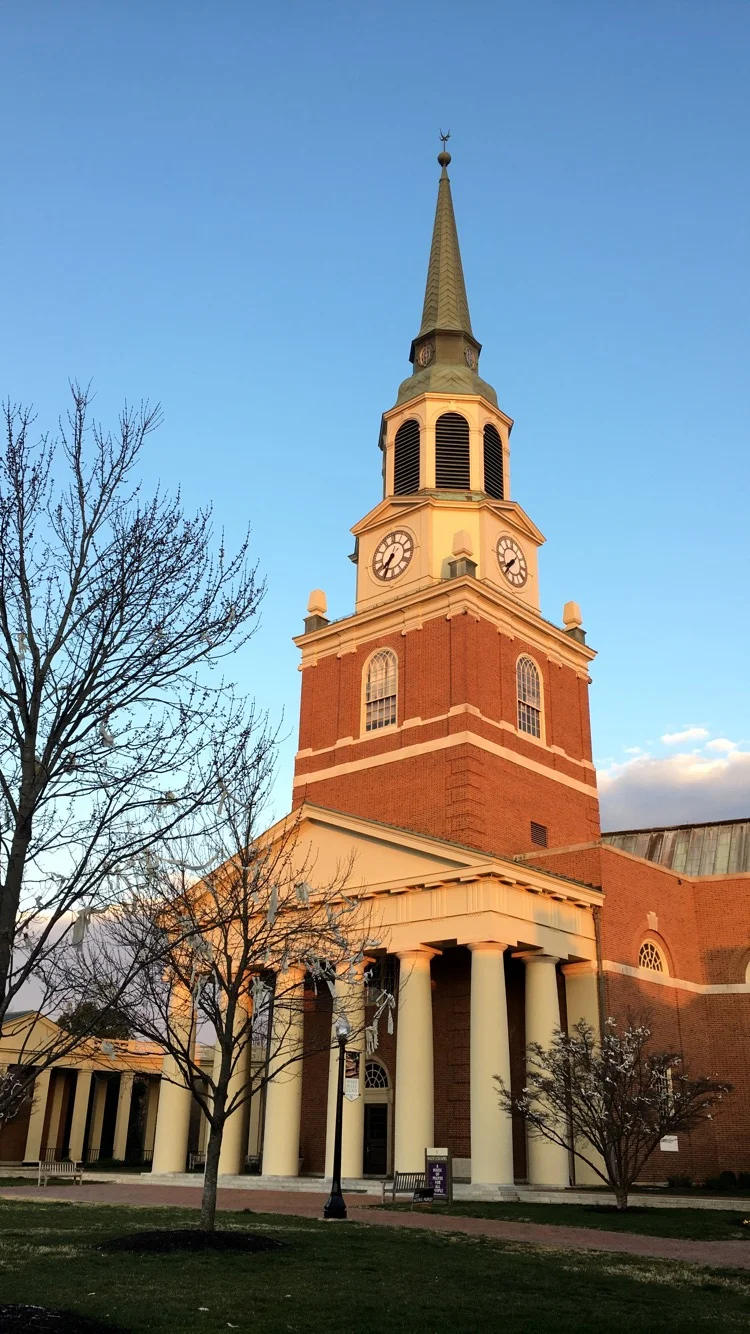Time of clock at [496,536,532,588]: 7:36
